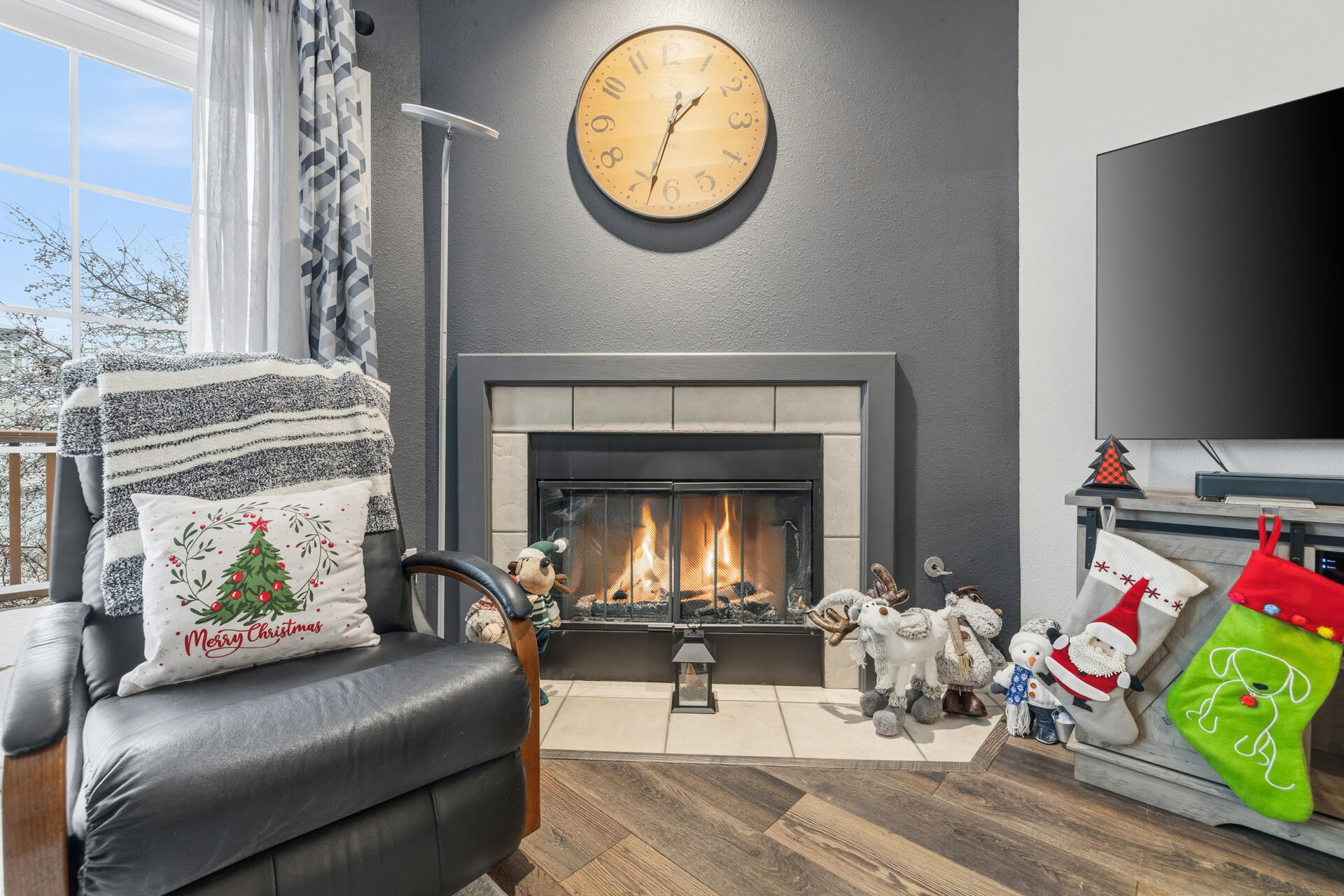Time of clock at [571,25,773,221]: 1:32
